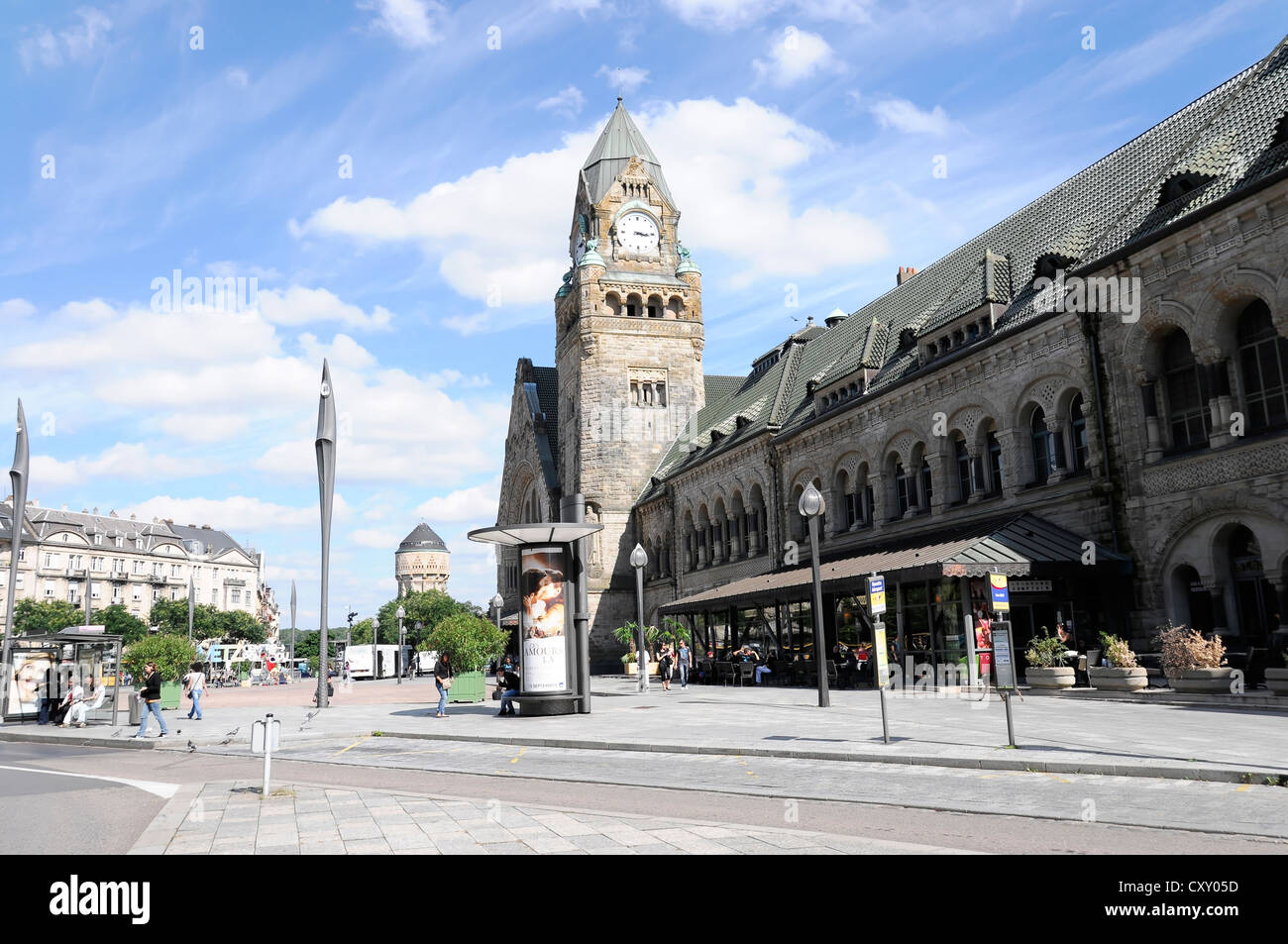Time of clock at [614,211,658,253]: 3:15
